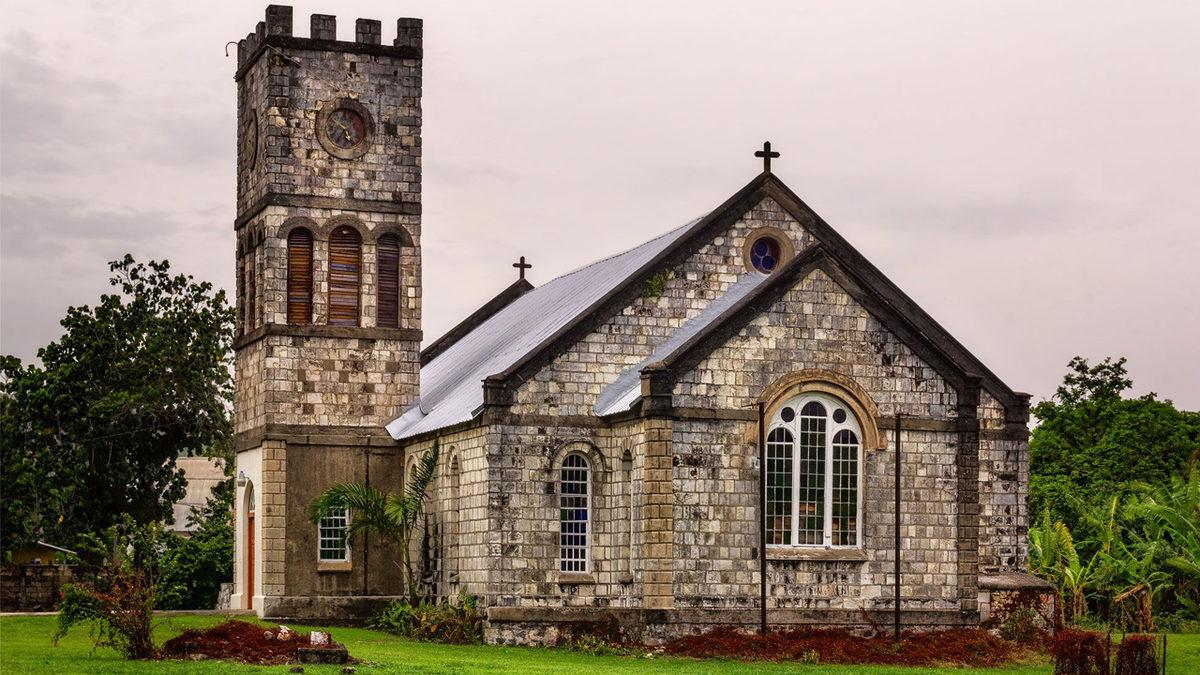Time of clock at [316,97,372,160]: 5:51
